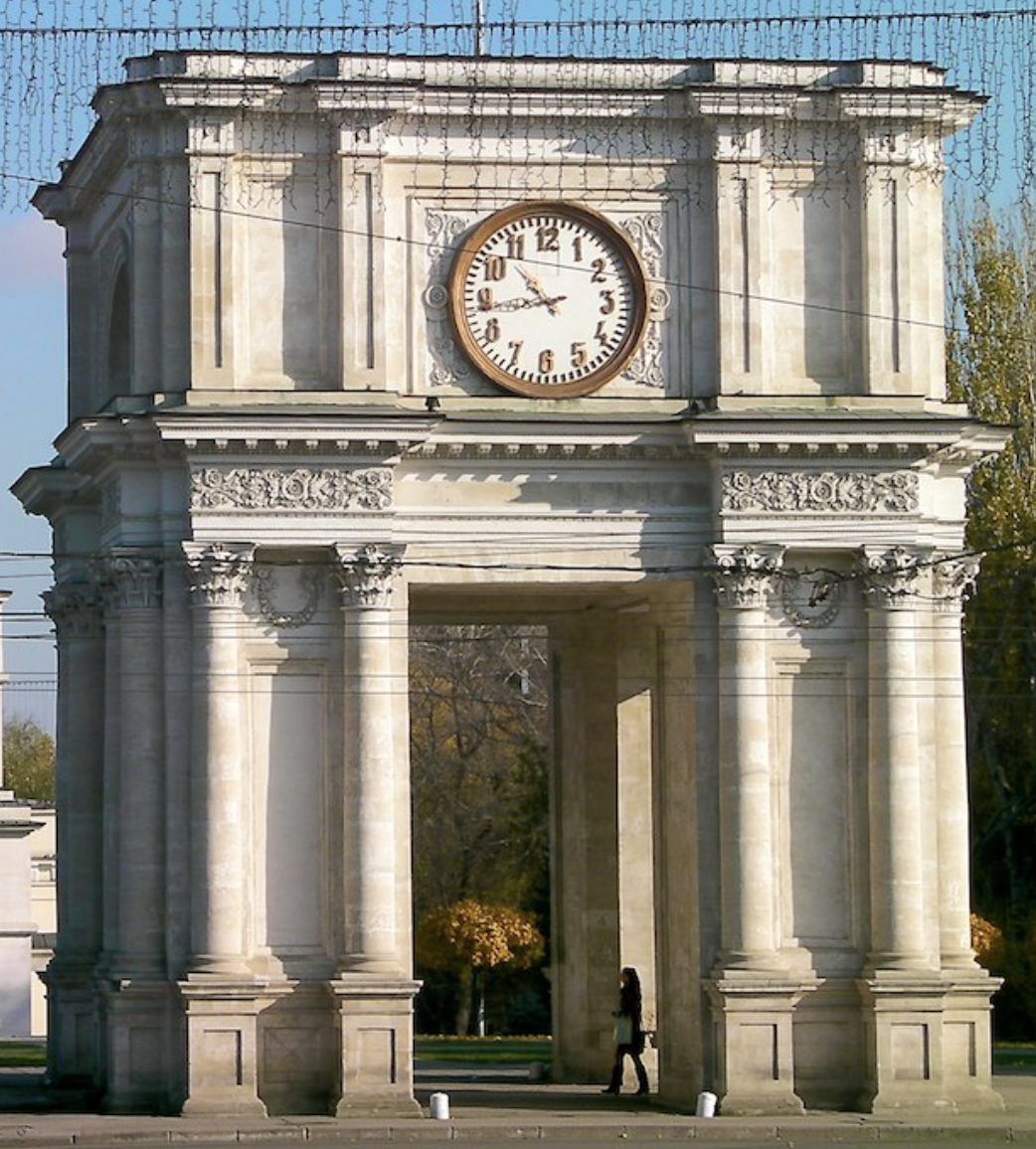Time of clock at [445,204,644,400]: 10:43
